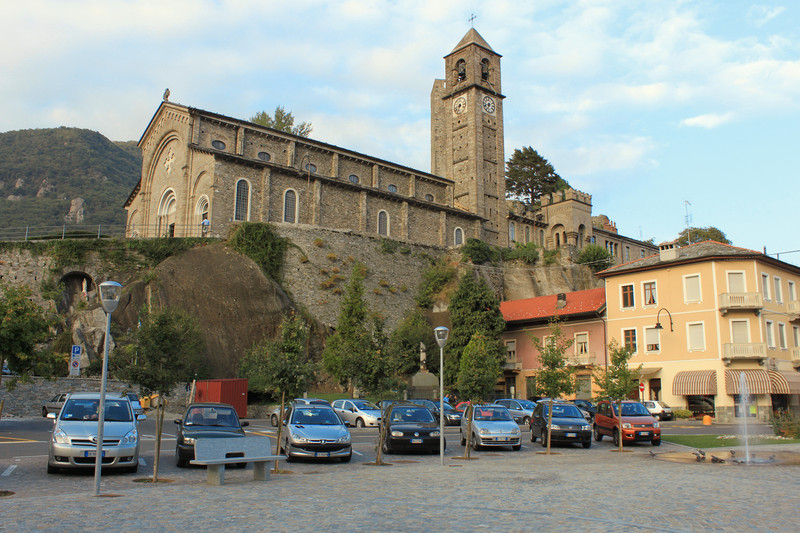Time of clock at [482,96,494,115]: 6:41
